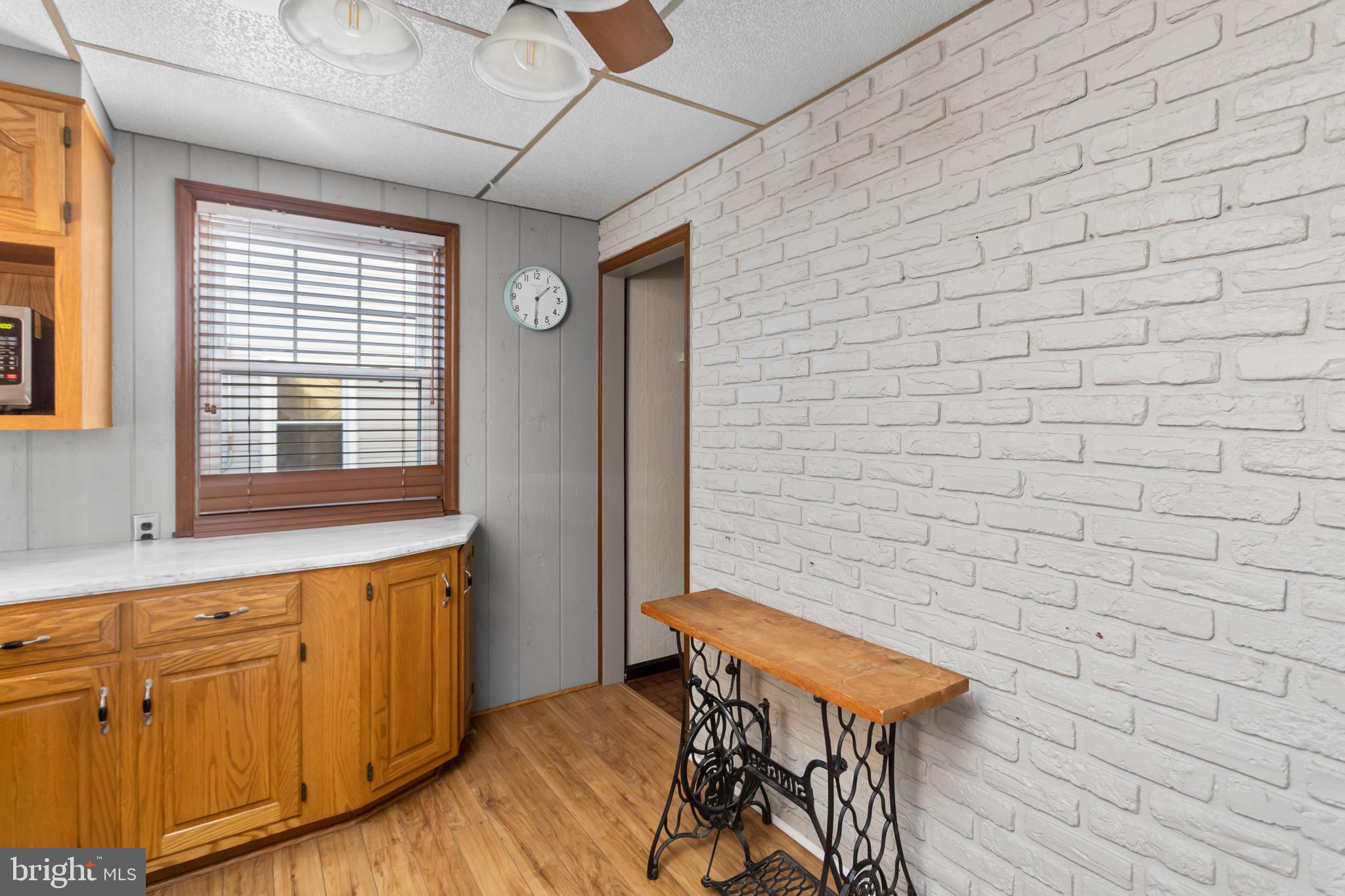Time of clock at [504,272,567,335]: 1:30
